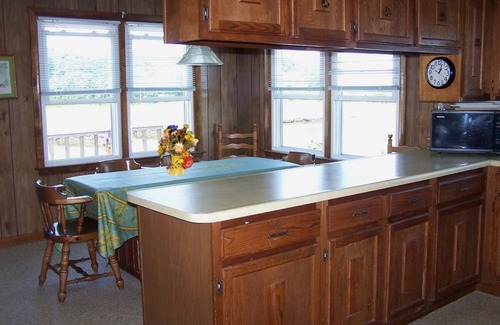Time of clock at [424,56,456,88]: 1:02
